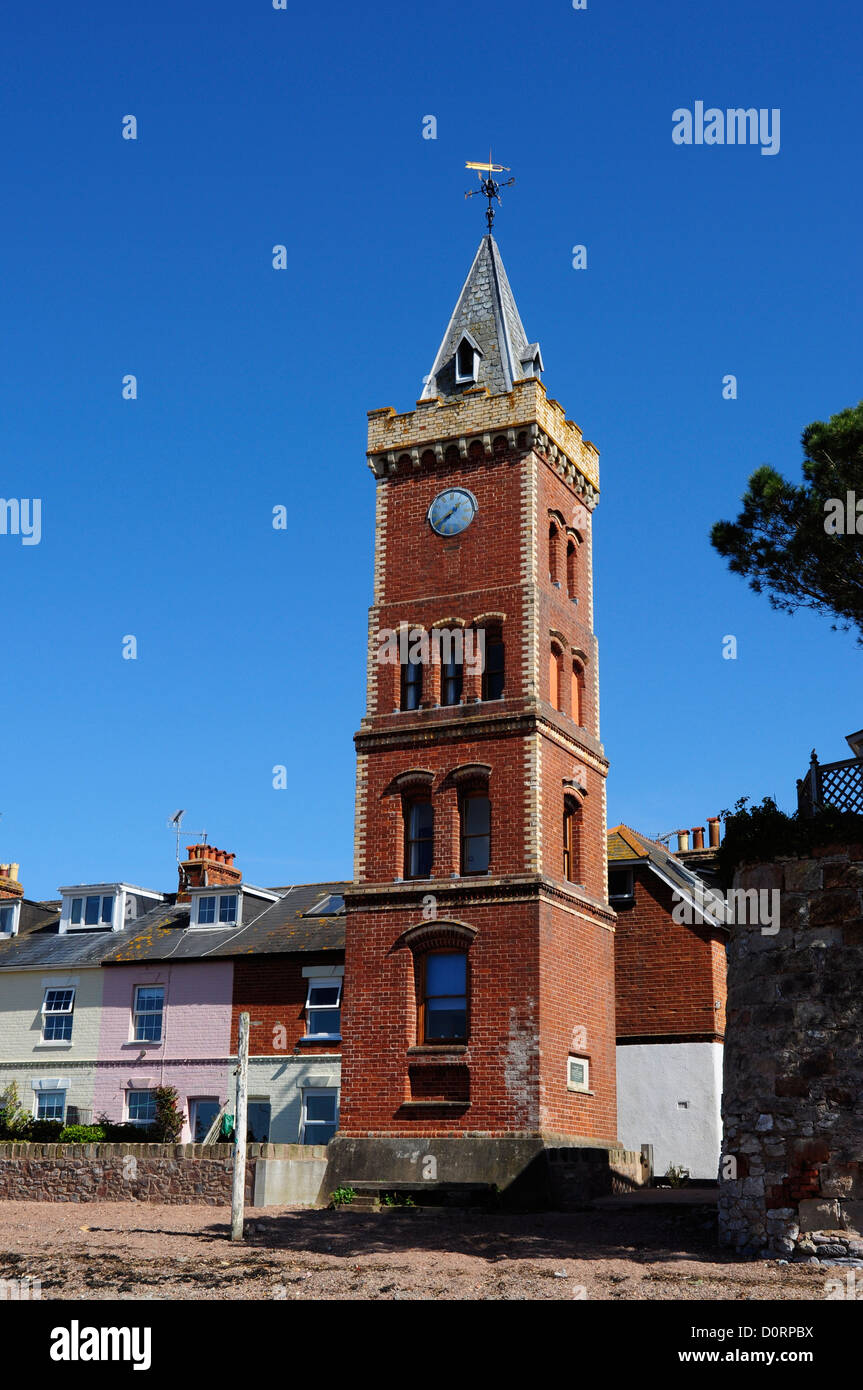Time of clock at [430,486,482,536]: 1:40
